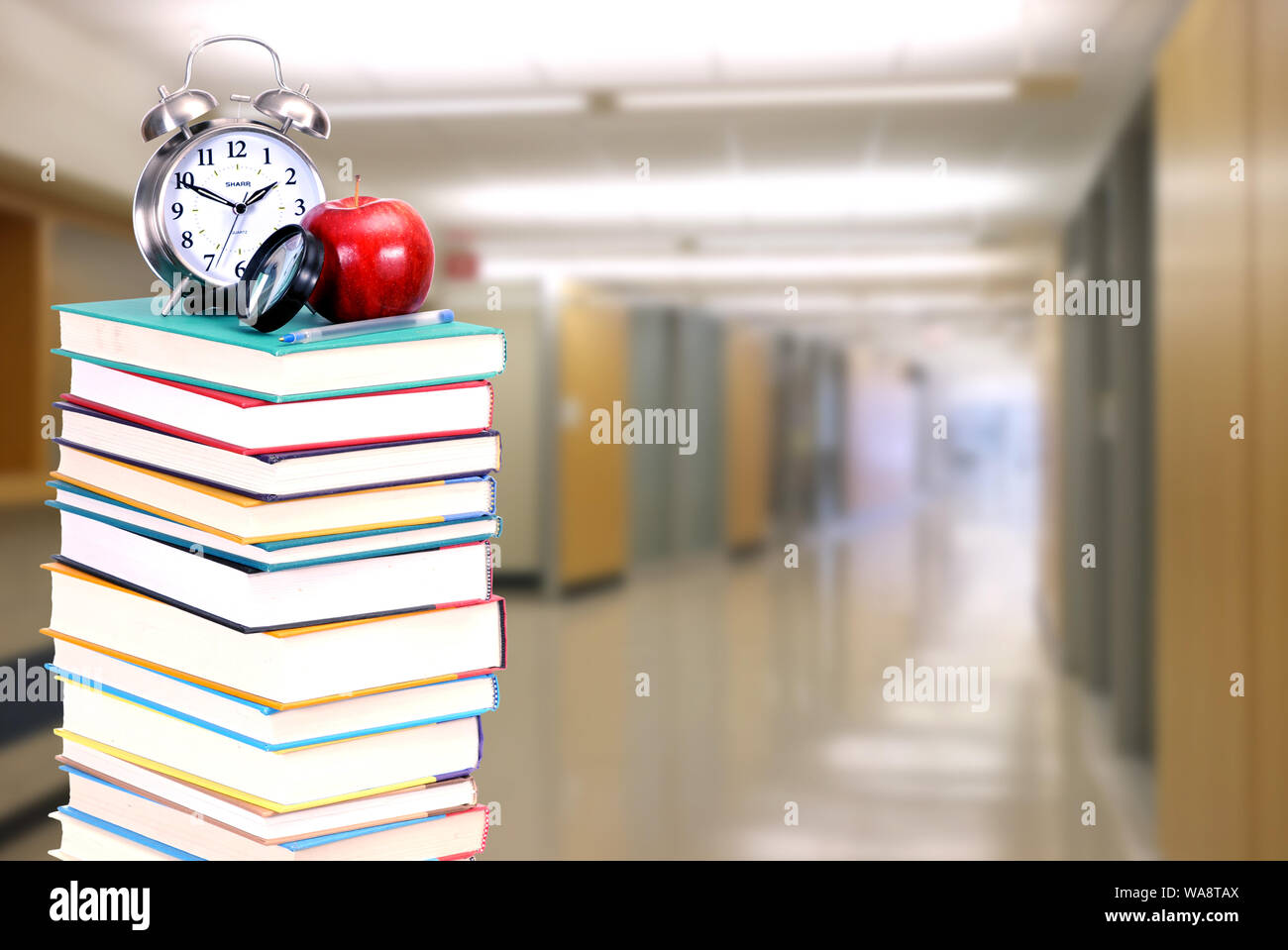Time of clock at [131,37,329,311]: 1:49
